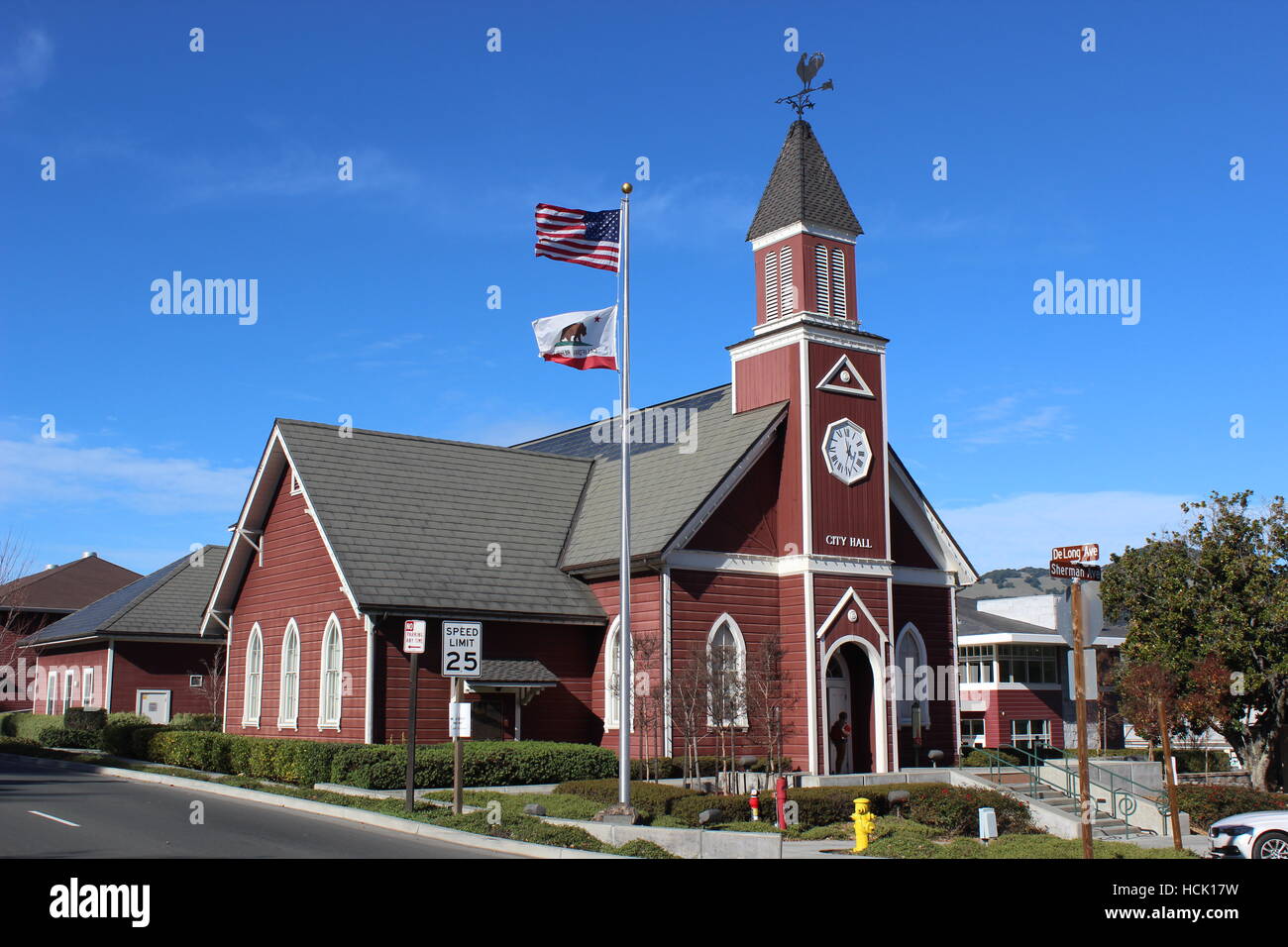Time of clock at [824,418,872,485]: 12:58
